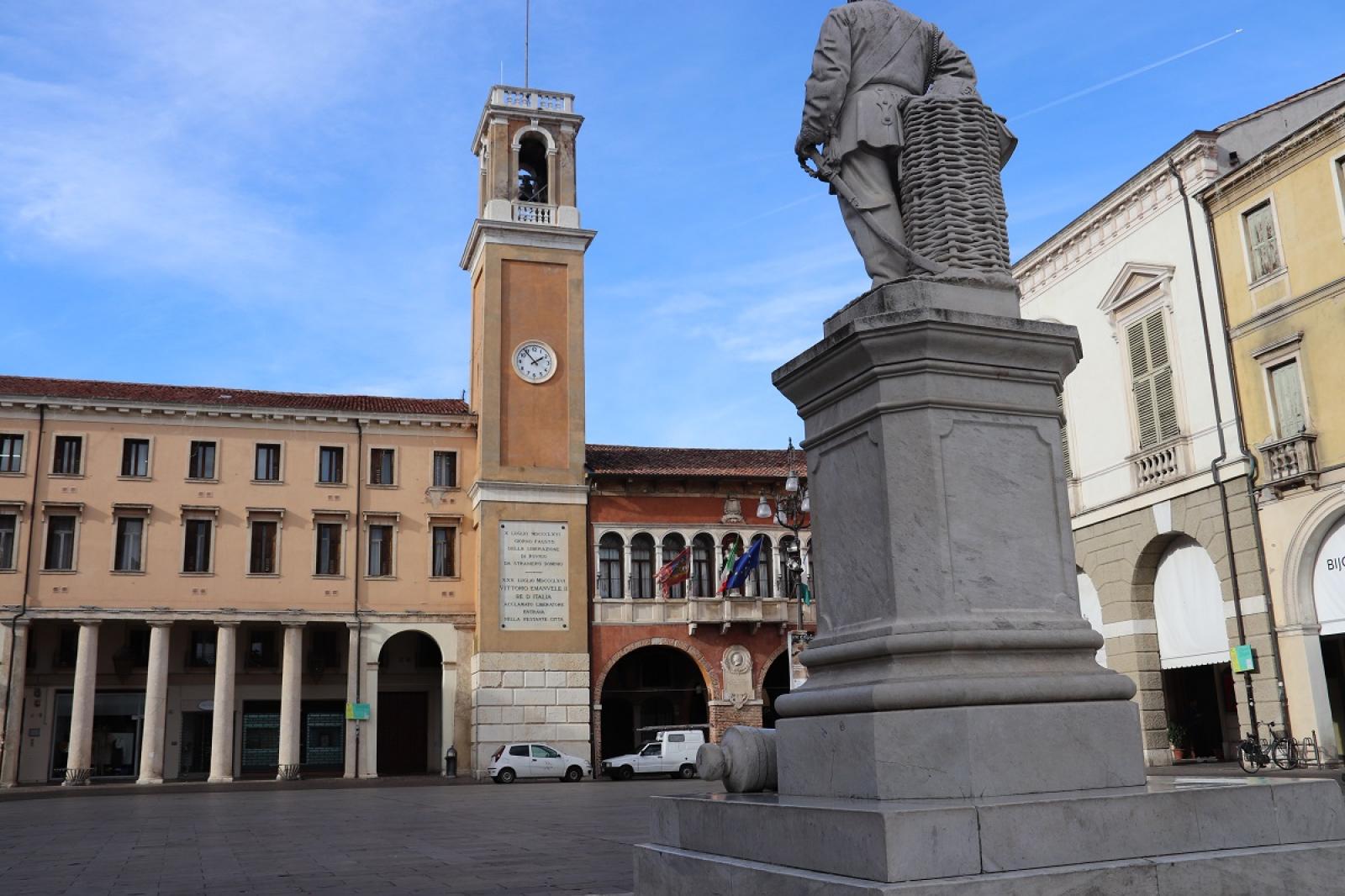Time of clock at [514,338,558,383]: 1:53
